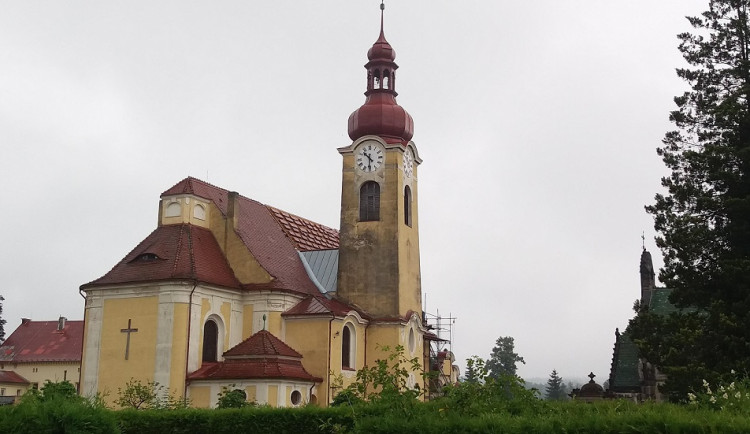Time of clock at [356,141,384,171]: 10:30
